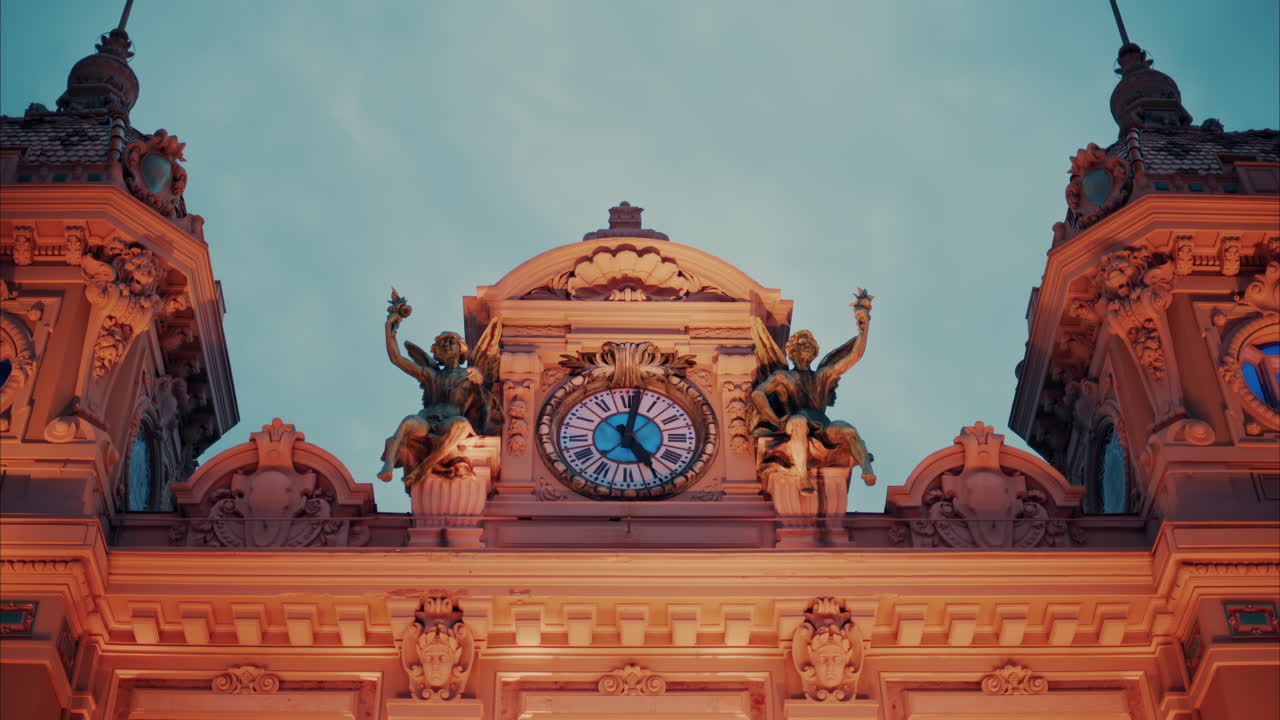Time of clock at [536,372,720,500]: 5:02
